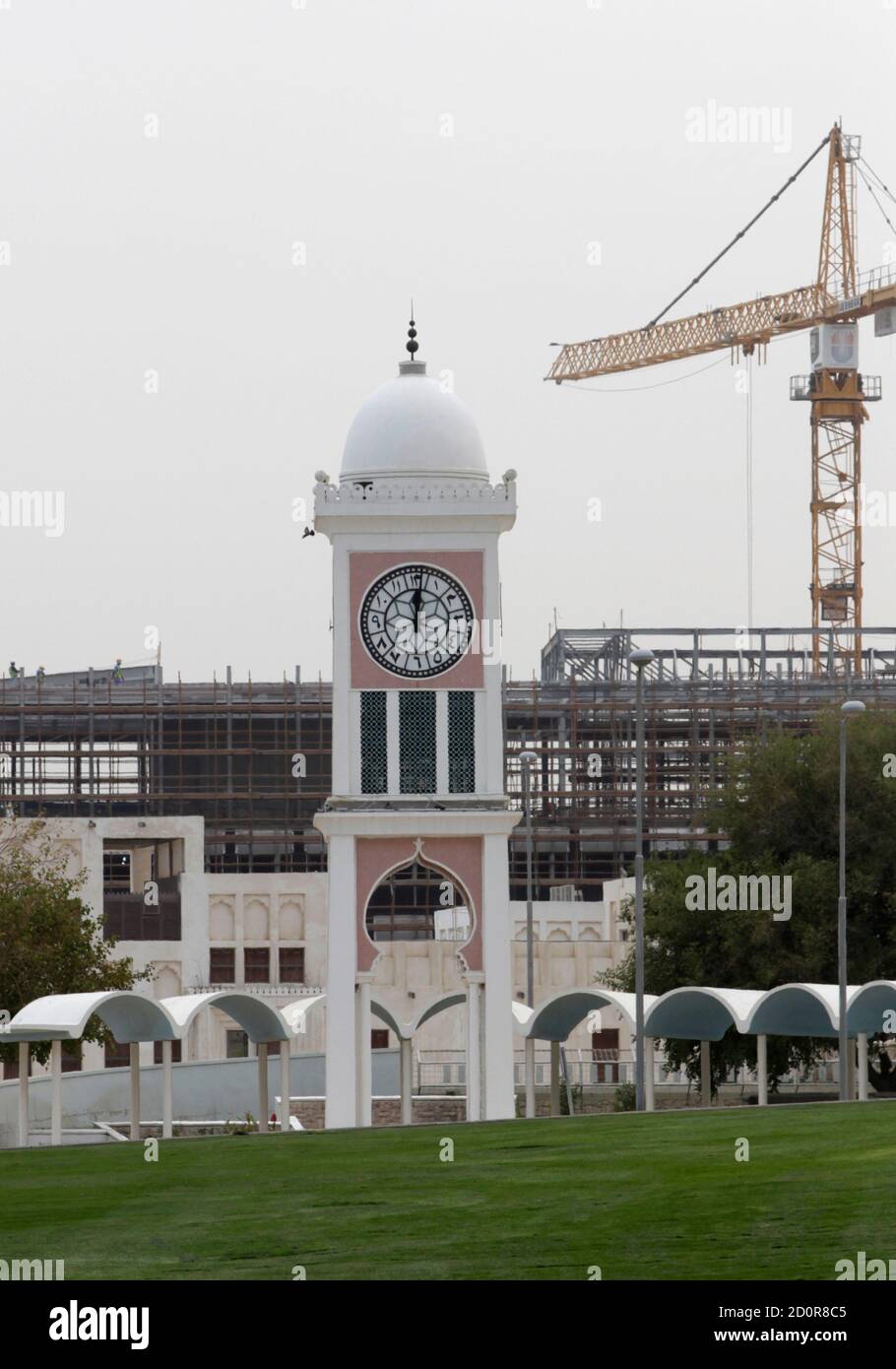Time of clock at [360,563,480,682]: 12:01
